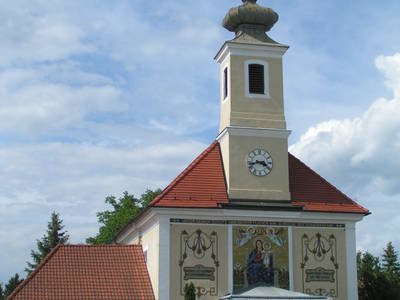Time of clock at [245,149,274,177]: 3:42
